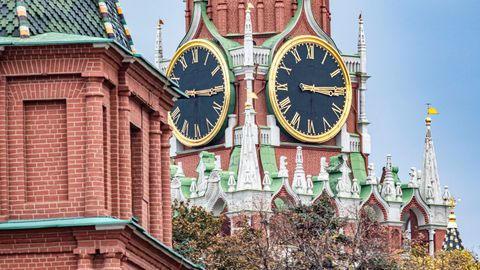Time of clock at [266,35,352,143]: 3:14
